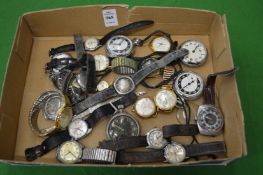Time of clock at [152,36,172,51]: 7:15
